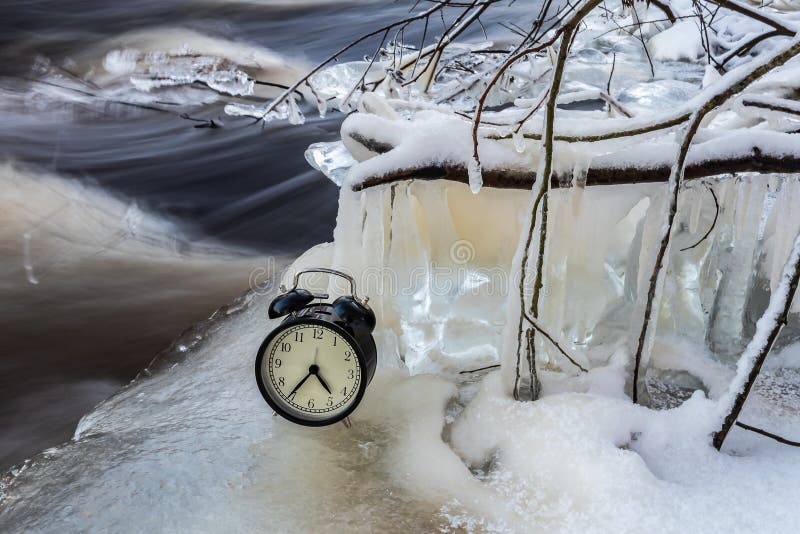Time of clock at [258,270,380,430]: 4:36
